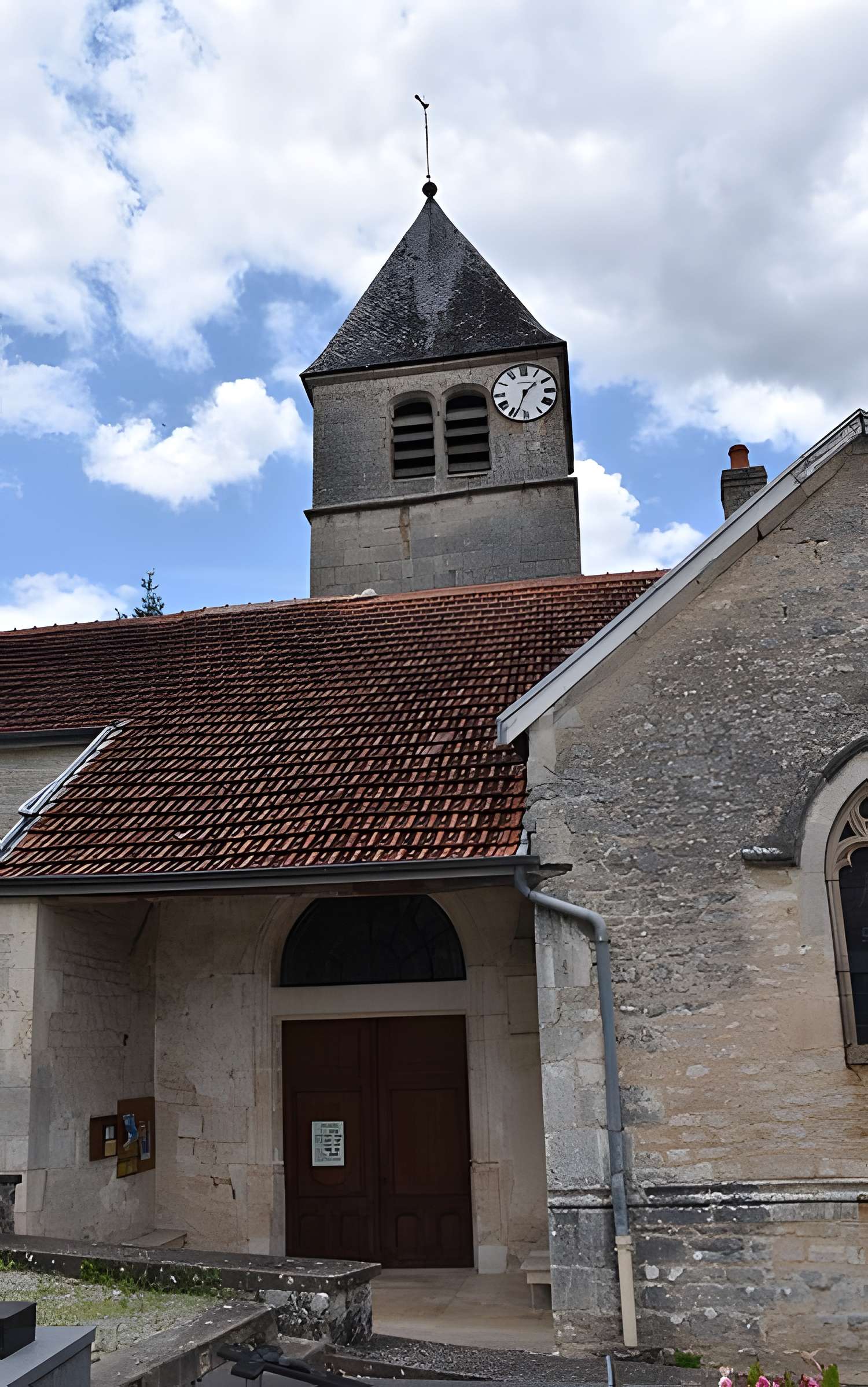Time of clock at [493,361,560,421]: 1:33
